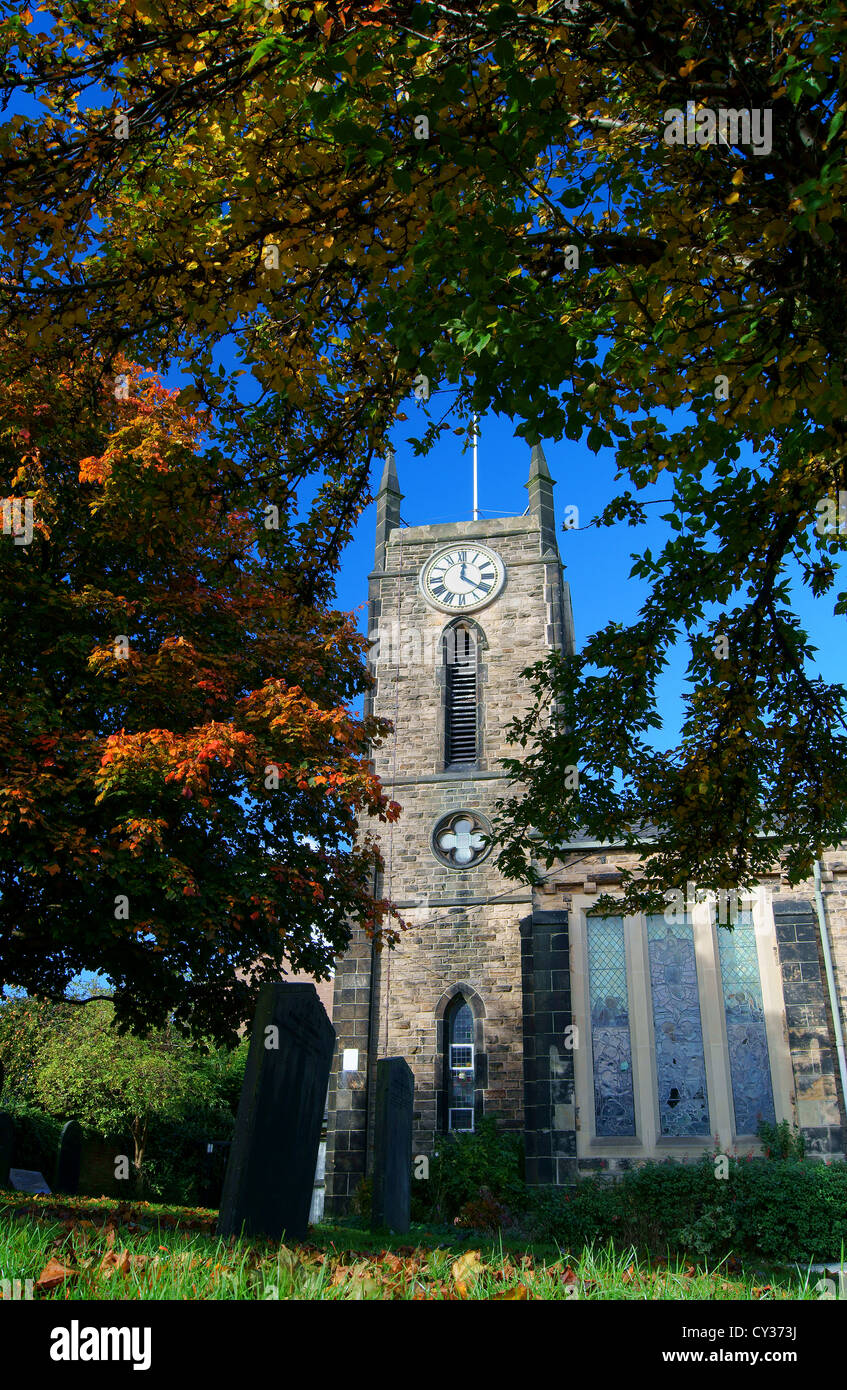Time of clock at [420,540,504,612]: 12:20
